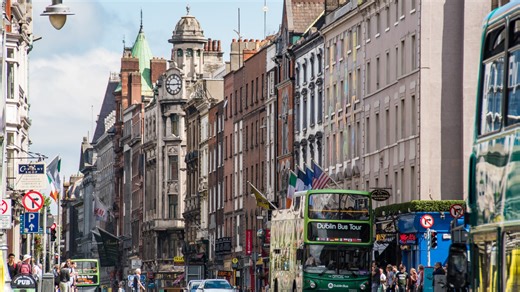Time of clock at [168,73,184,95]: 2:45
